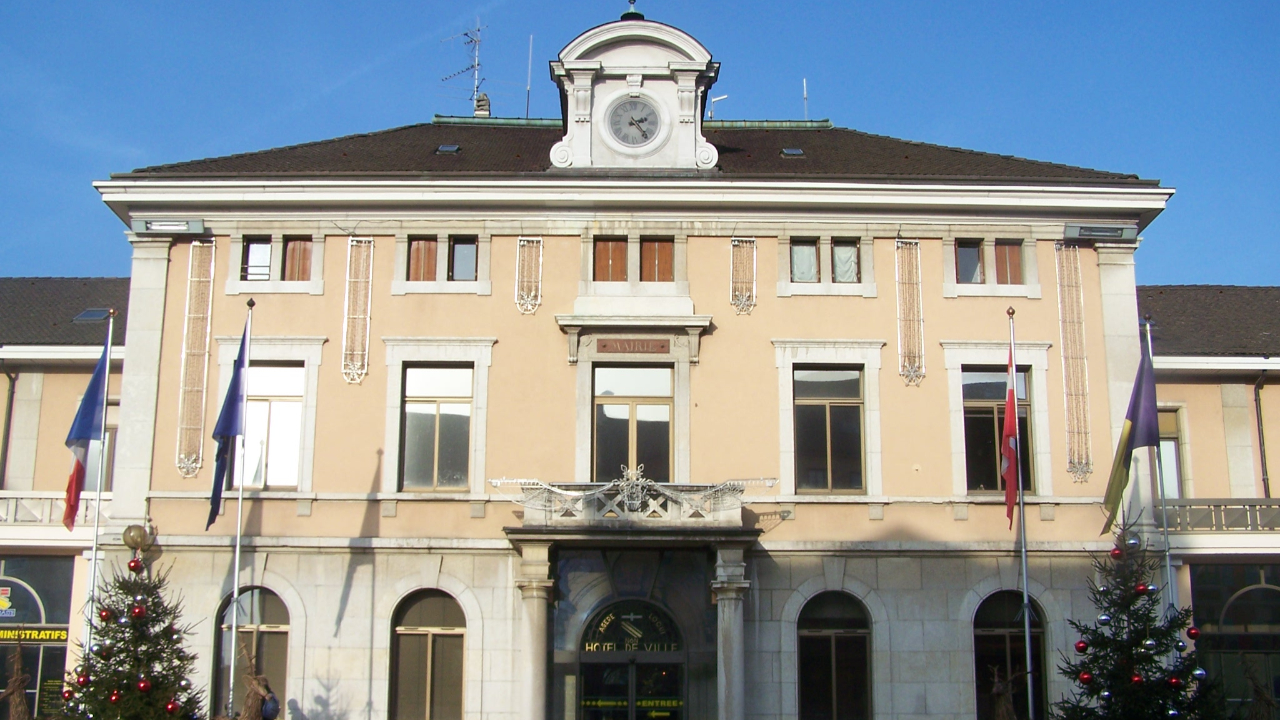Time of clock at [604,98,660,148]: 2:23
